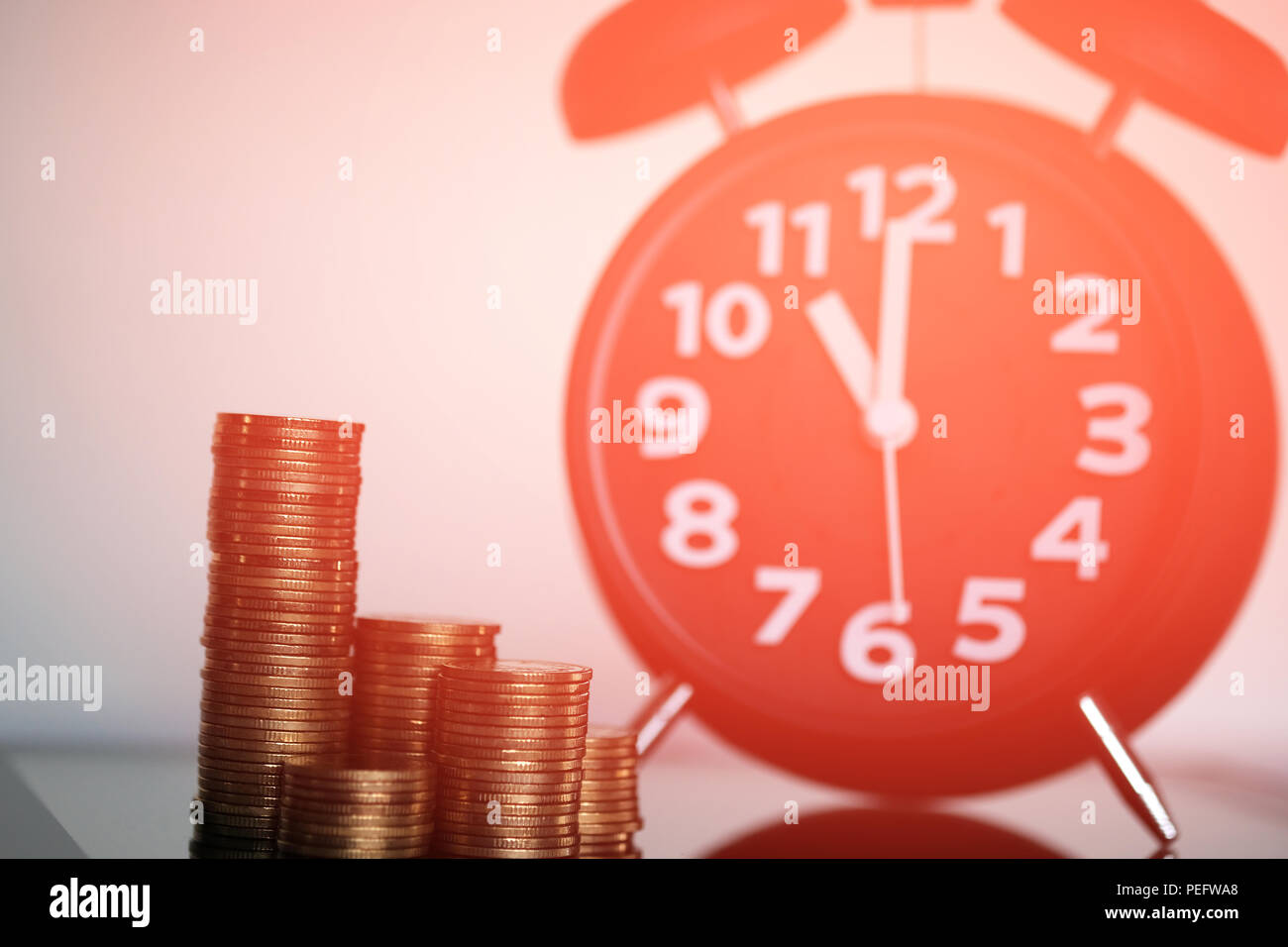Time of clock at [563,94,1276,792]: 11:00
